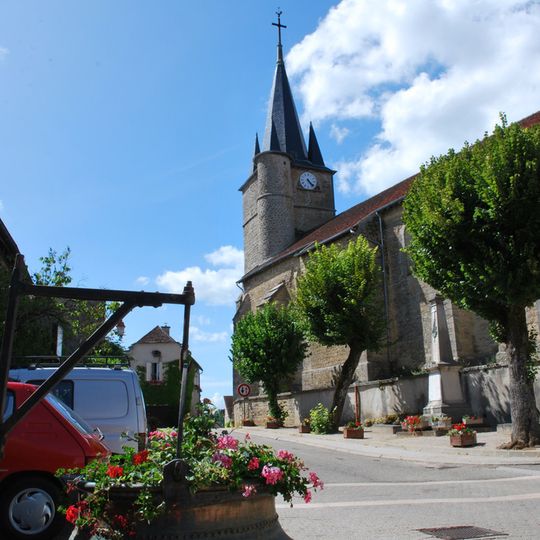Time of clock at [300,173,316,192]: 4:22
